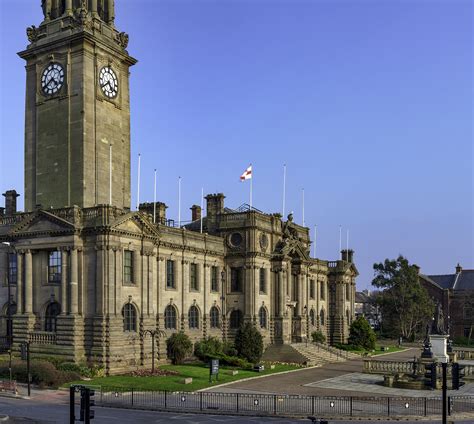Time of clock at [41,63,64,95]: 4:39
